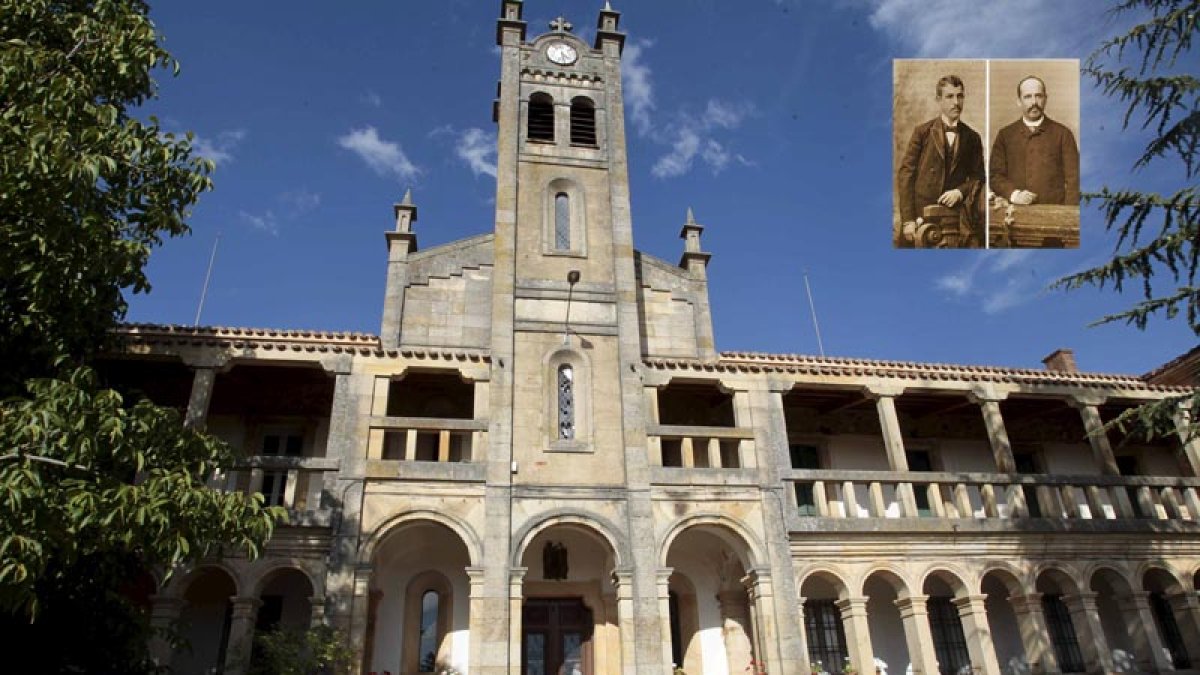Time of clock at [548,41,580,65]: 4:29
